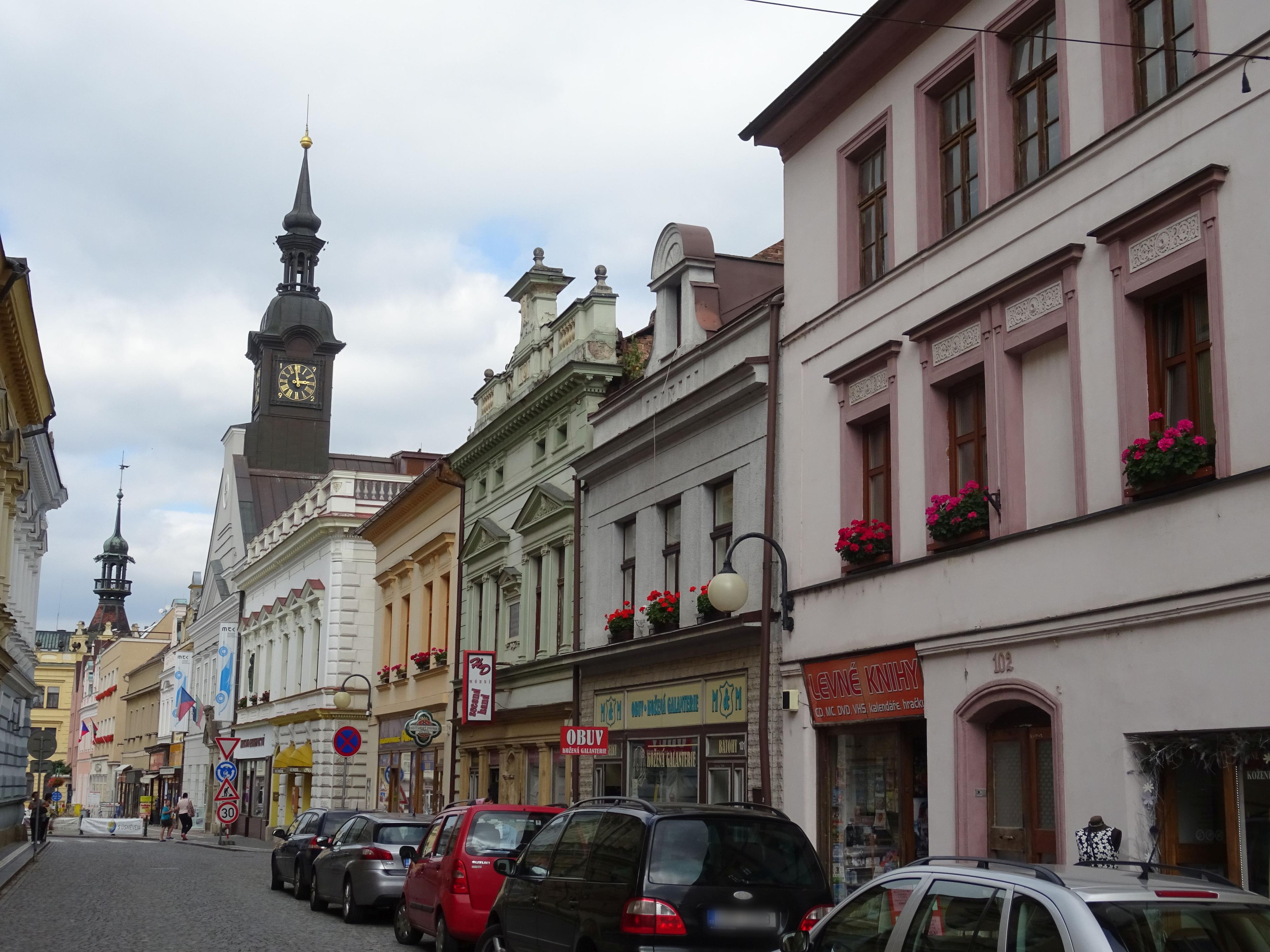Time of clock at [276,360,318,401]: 2:58
